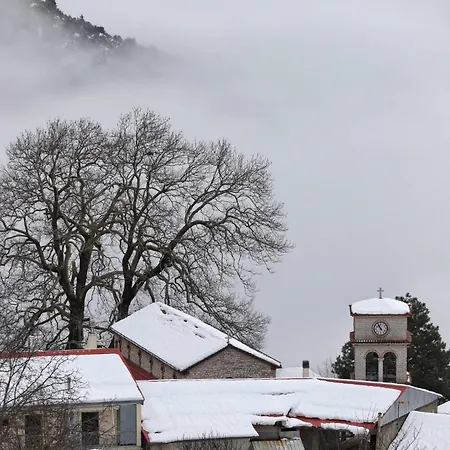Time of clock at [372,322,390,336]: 10:55
